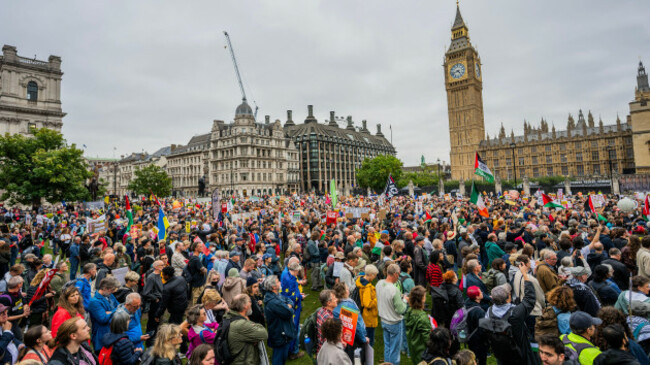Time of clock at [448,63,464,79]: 4:42
